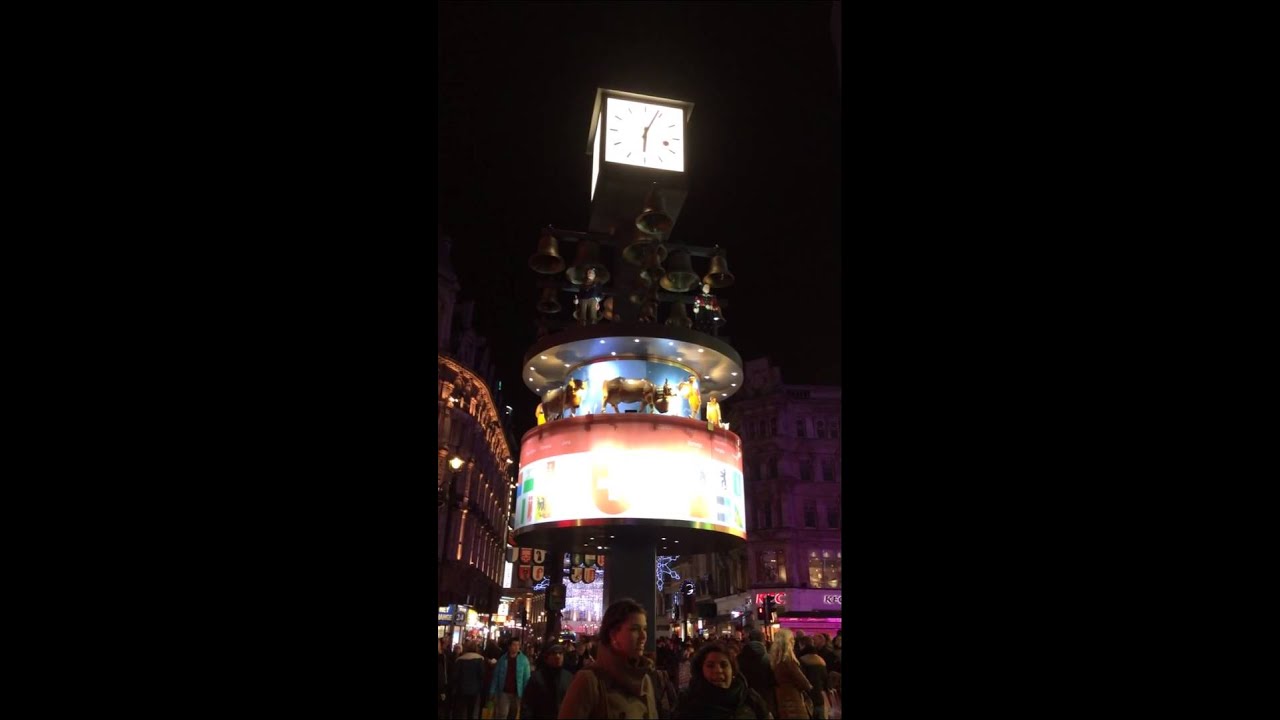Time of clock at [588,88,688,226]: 6:03
